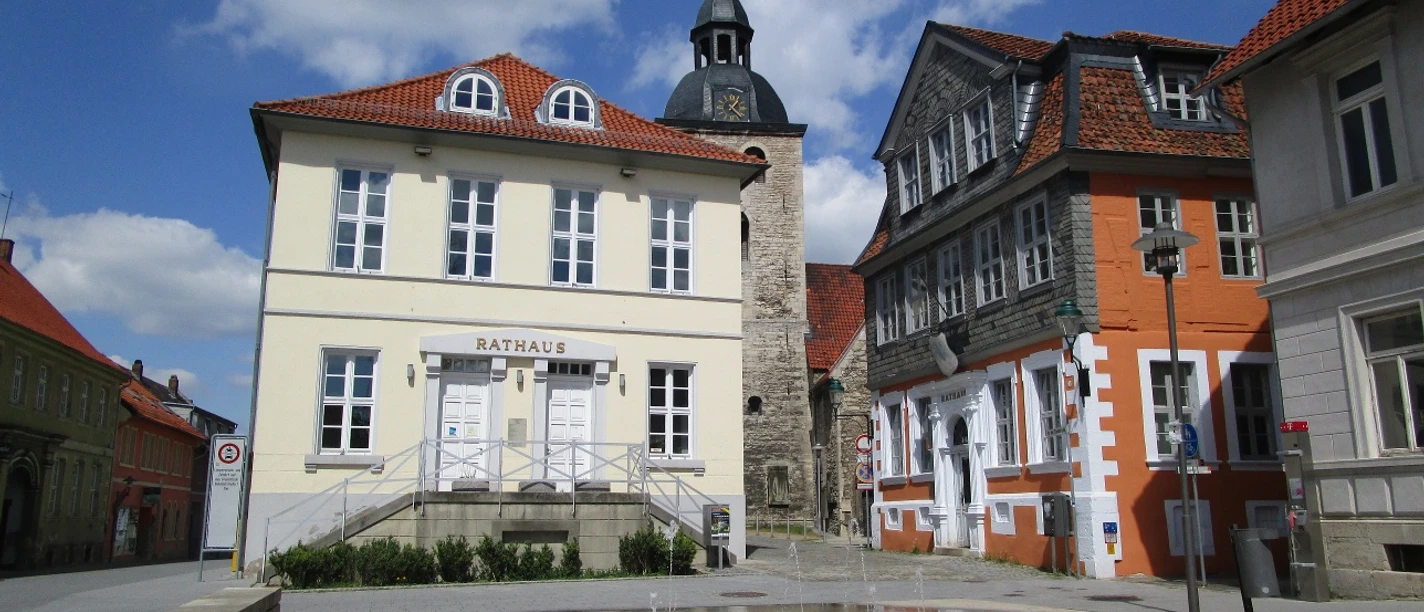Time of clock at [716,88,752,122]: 1:22
